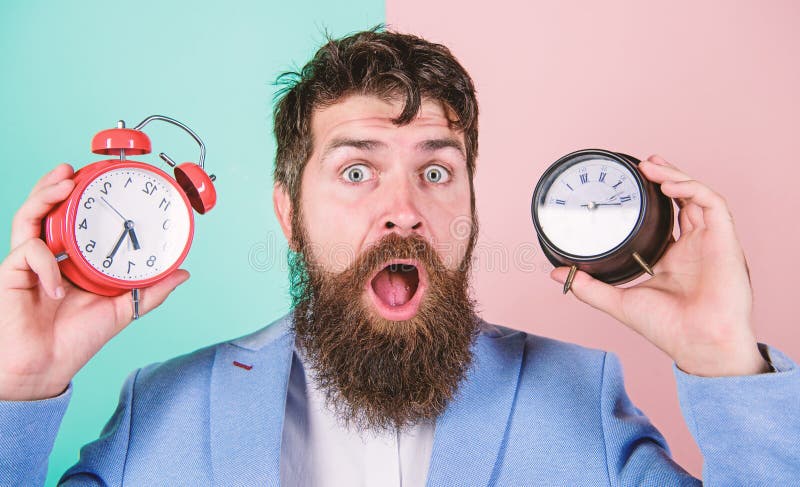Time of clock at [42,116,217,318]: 5:34
